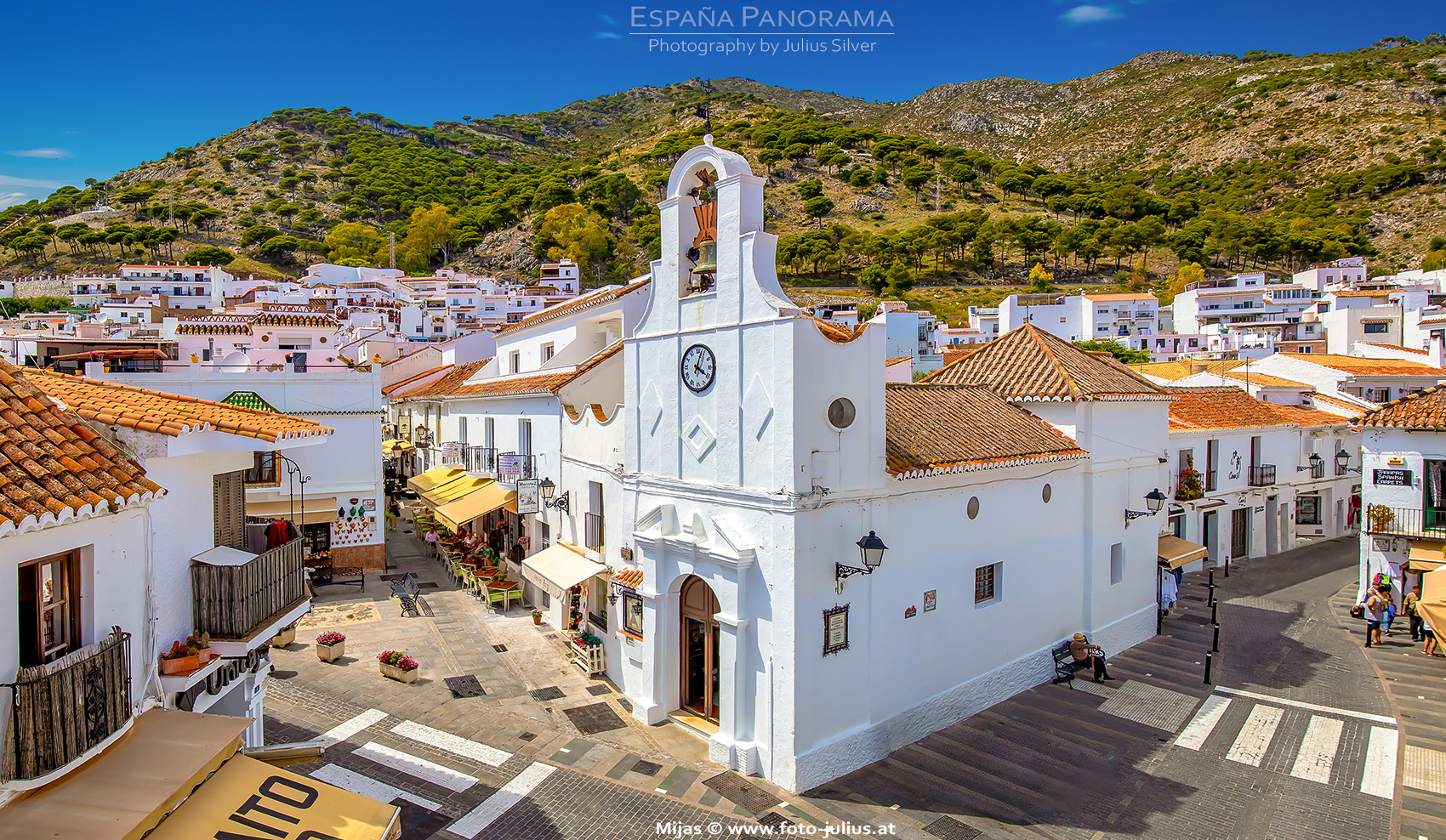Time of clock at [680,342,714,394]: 4:03
